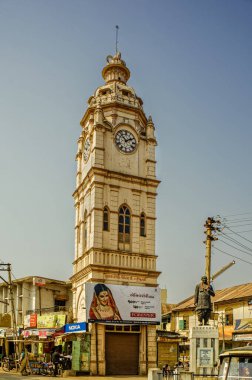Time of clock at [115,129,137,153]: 1:52
